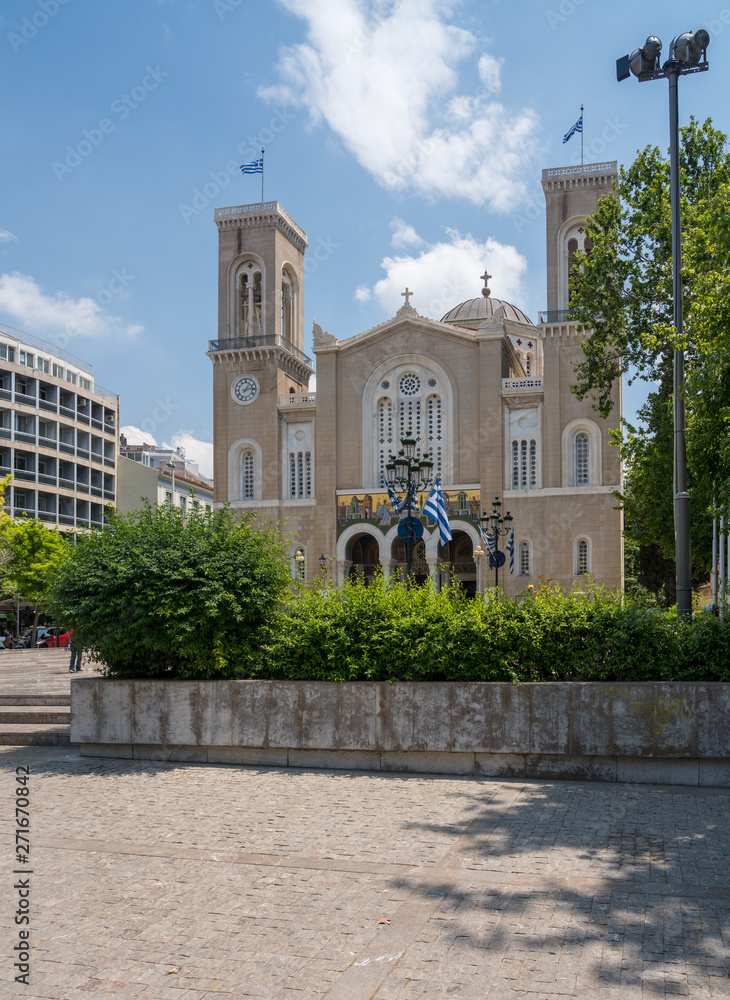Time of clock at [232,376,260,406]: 1:13
